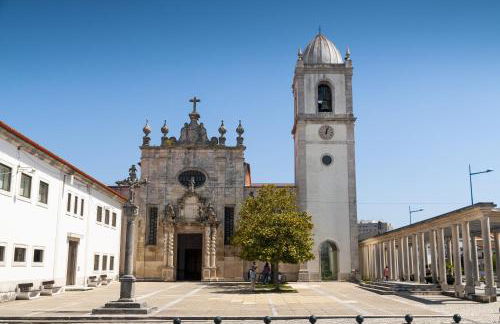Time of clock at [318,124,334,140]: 12:03
